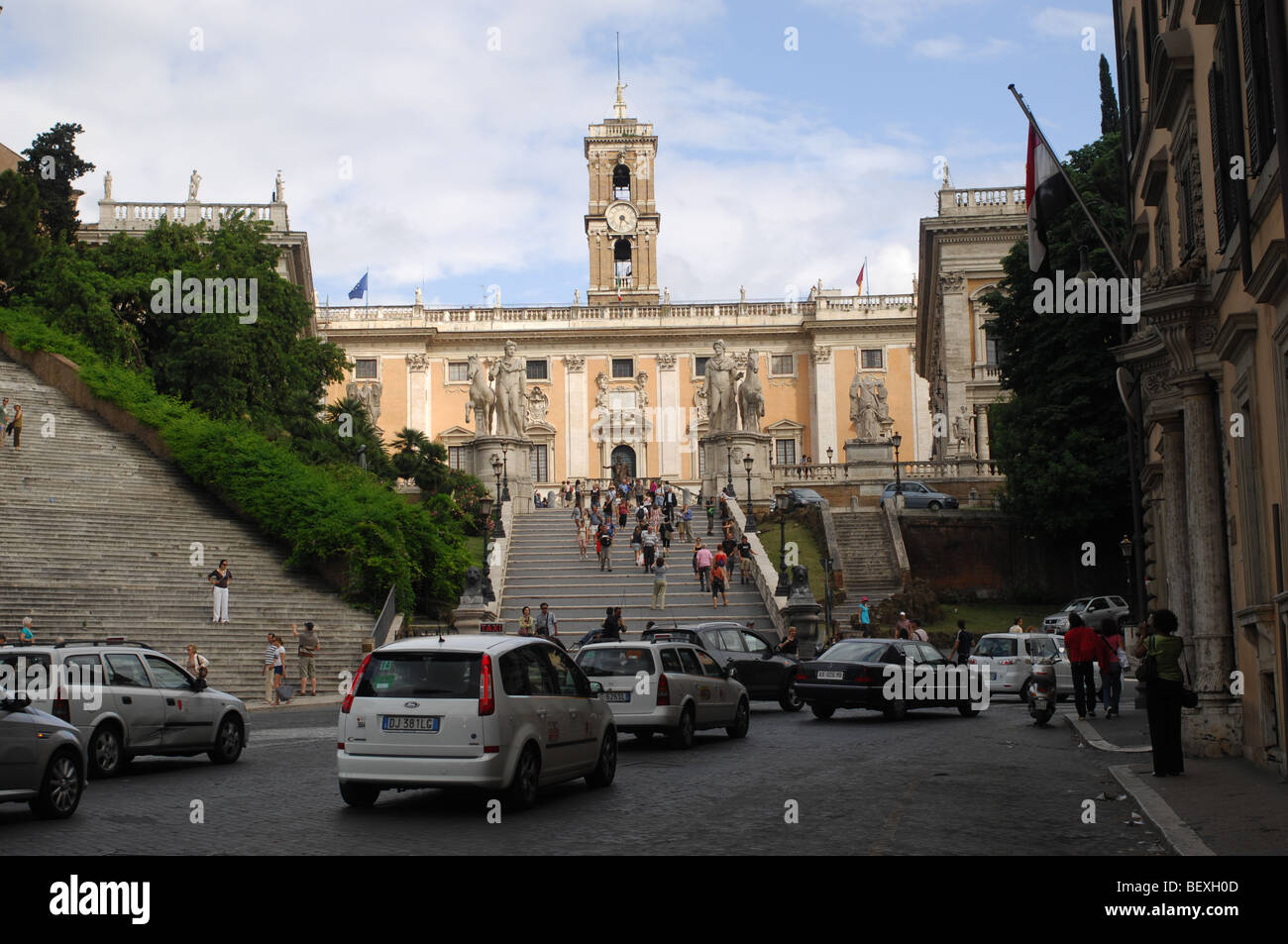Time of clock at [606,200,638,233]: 4:31
